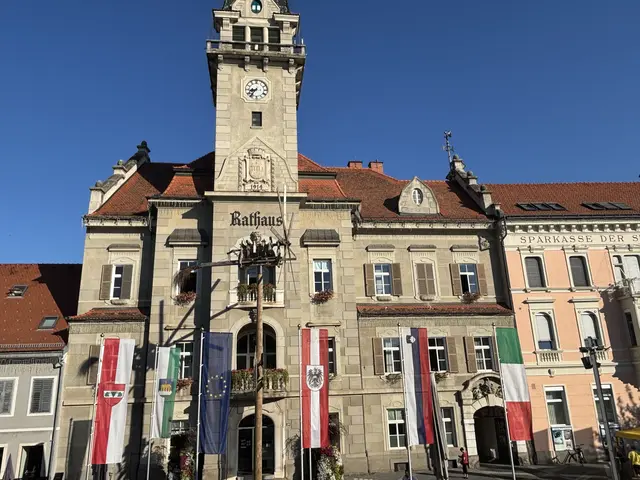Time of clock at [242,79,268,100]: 8:36
